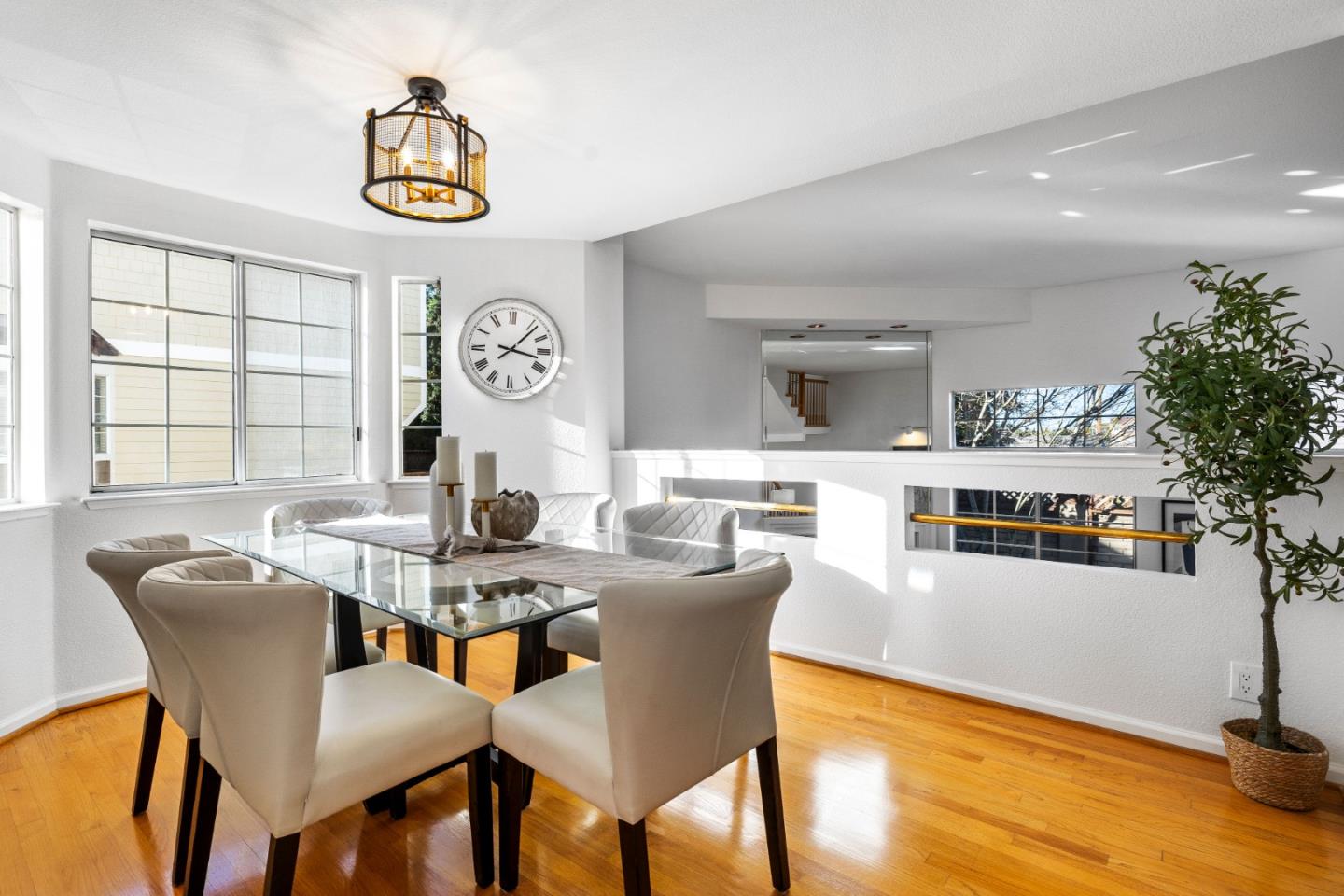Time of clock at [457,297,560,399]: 3:07
